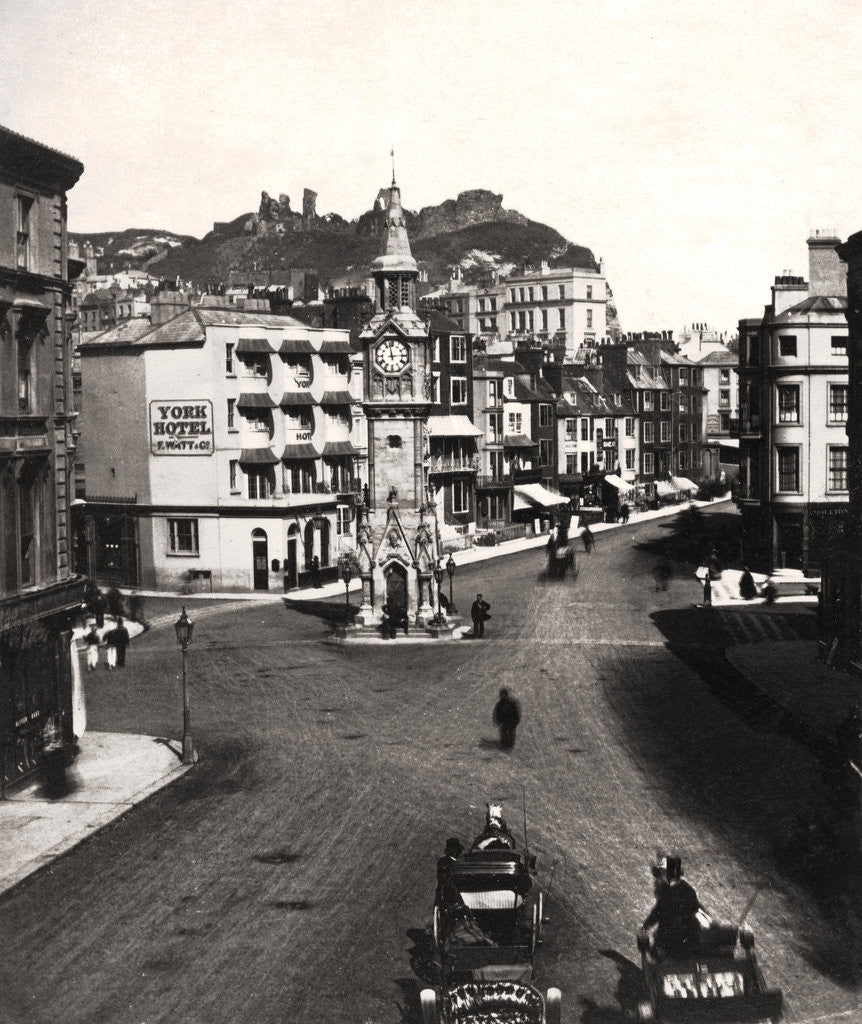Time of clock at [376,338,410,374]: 2:58
